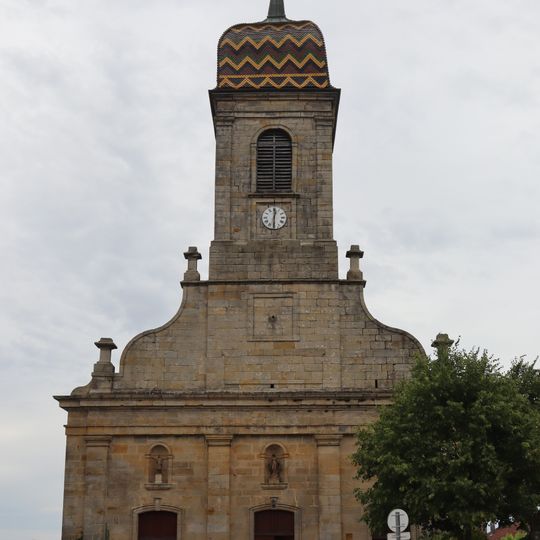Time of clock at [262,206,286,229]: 12:30
